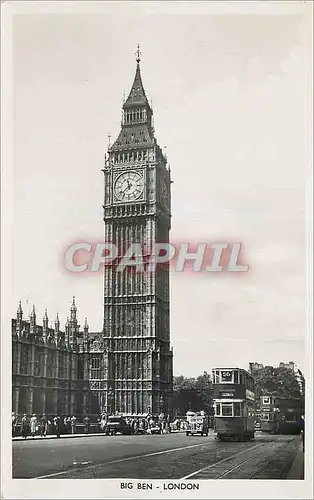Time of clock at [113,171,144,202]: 11:37
